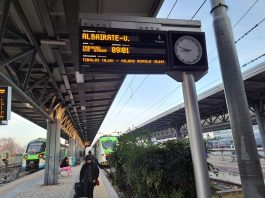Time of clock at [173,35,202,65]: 8:48
